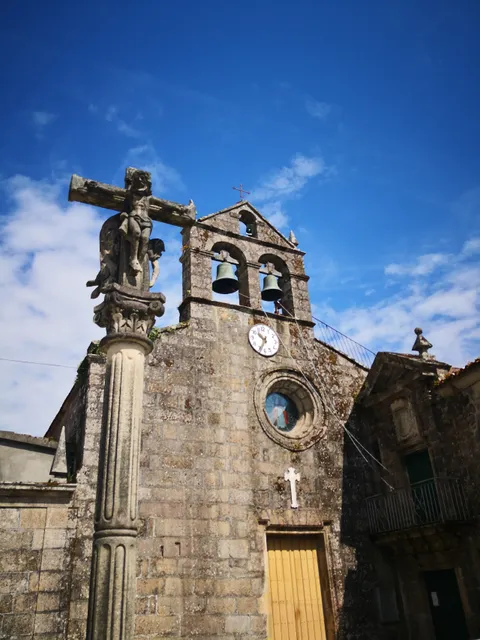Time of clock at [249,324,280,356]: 10:34
